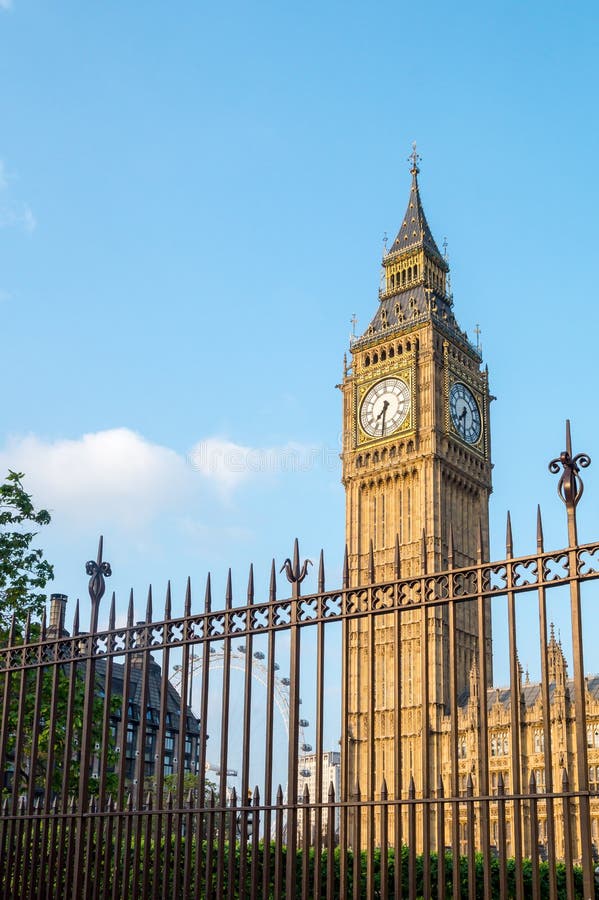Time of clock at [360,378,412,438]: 7:31
